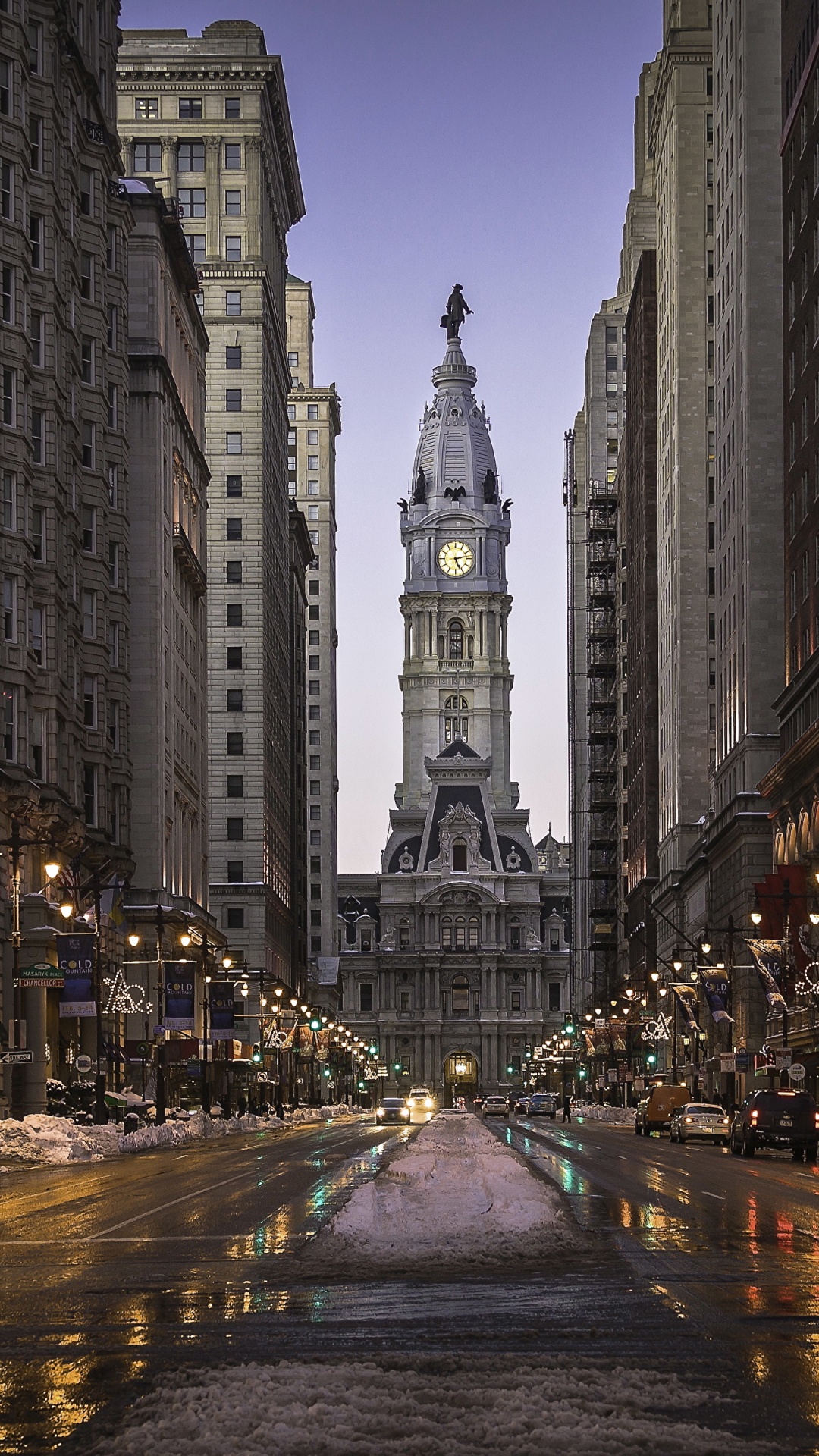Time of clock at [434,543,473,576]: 5:12
